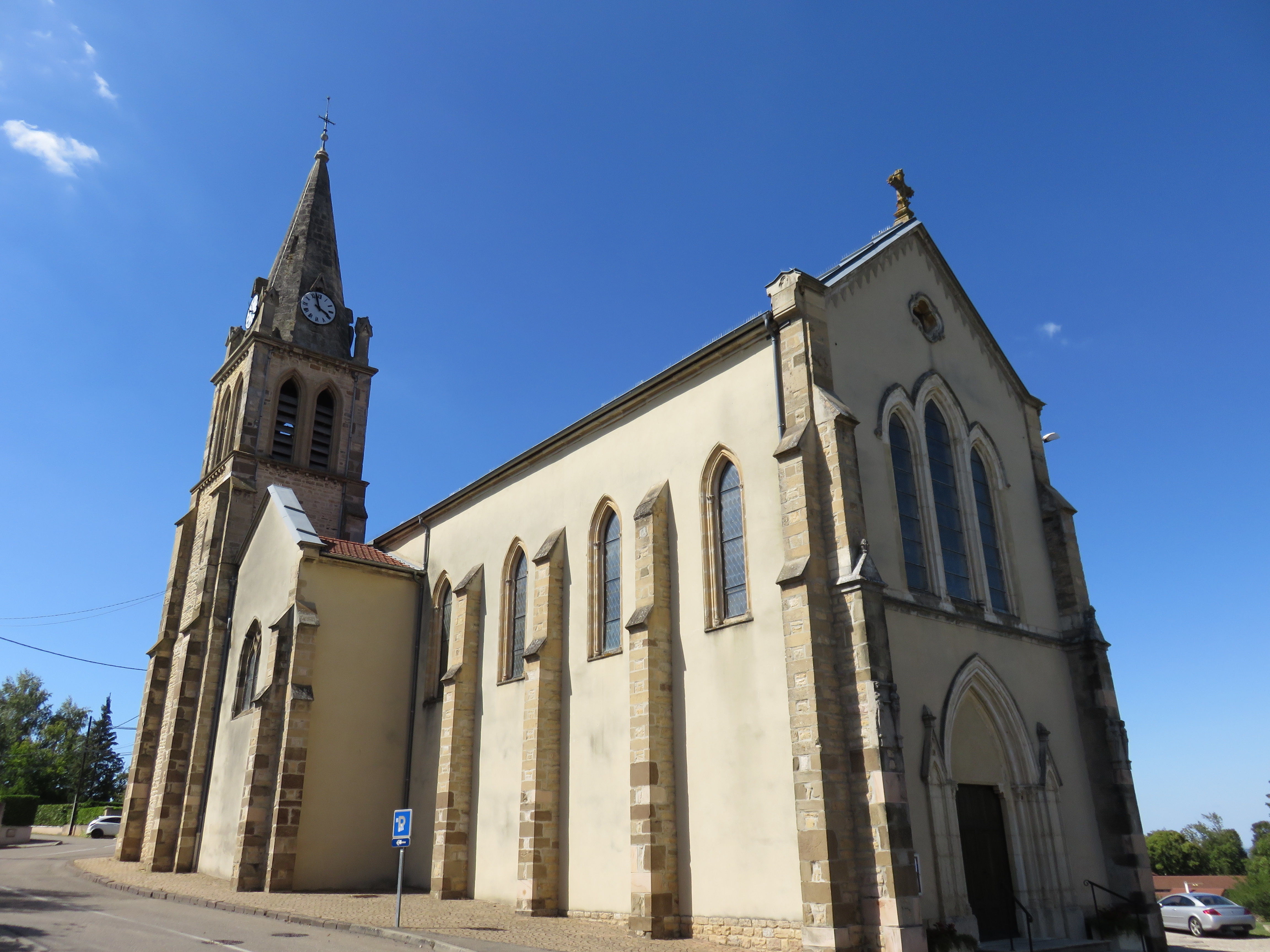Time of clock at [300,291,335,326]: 3:57
